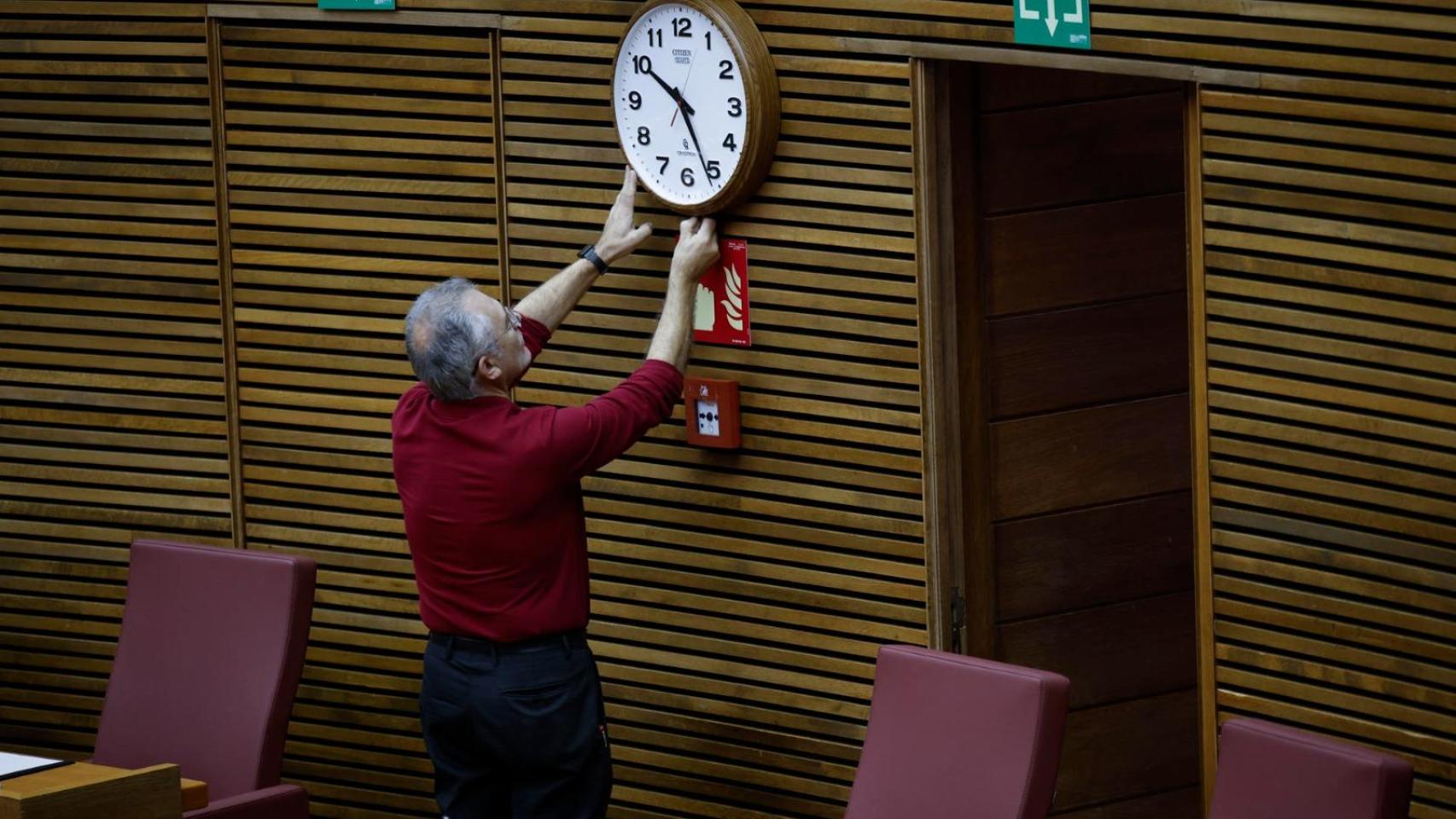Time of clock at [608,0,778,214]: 4:50
